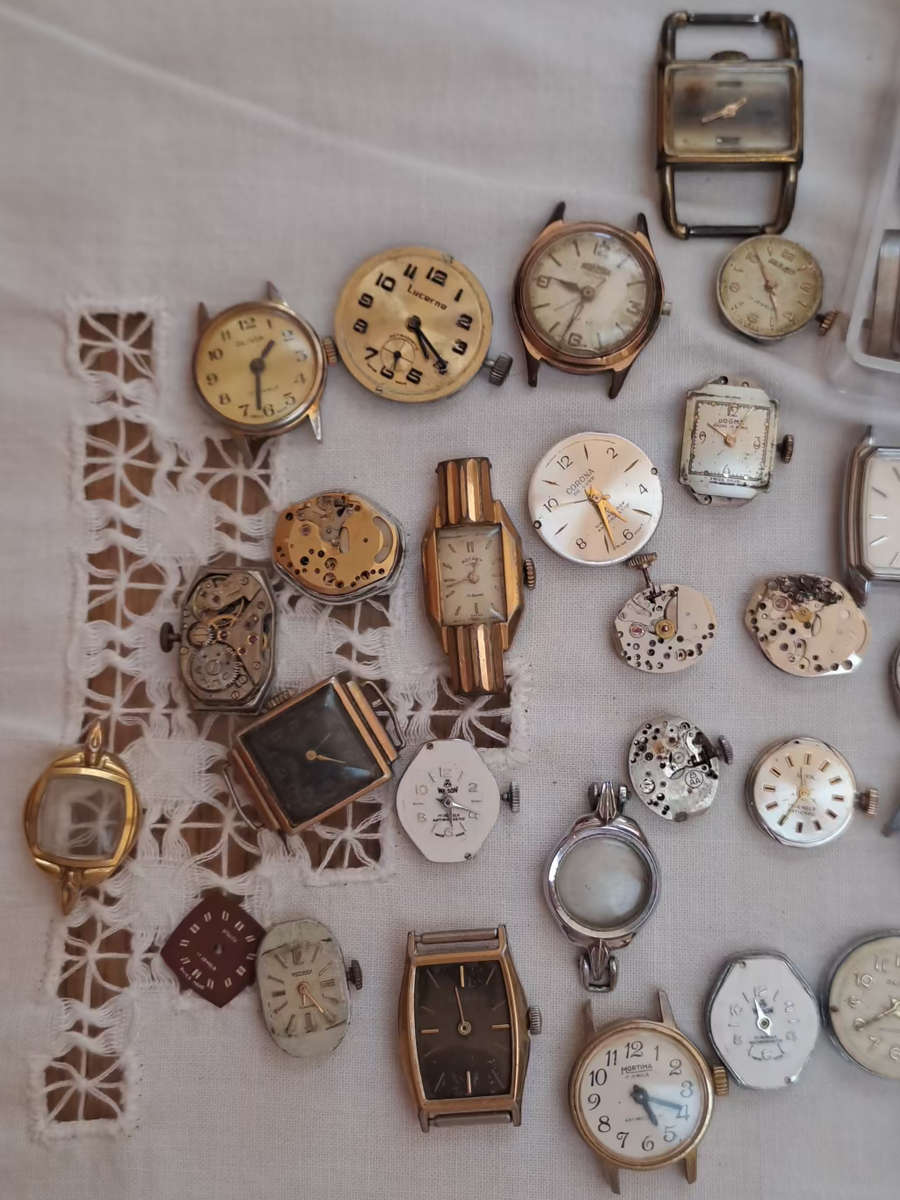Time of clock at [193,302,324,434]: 1:32
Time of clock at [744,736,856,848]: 11:35
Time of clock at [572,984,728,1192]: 5:18
